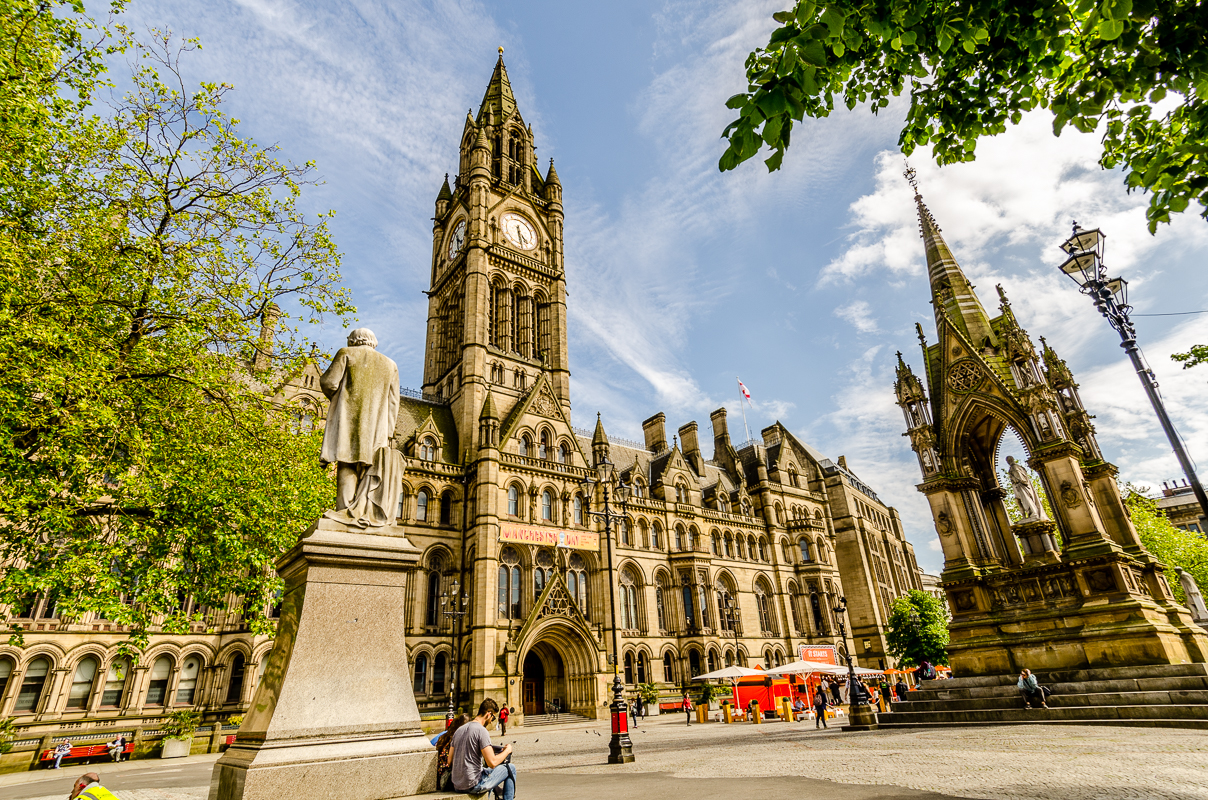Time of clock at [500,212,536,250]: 4:29
